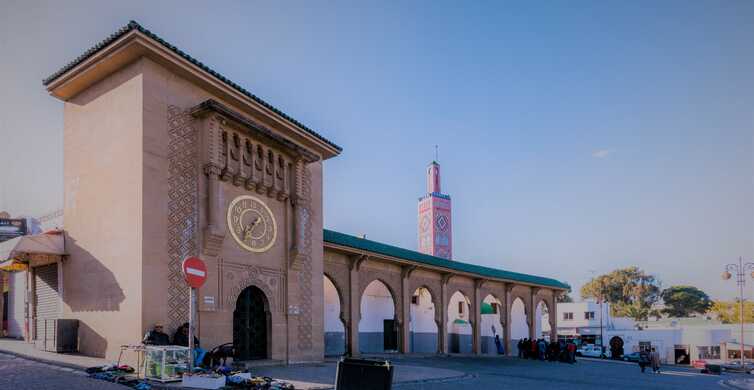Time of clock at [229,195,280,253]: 1:36
